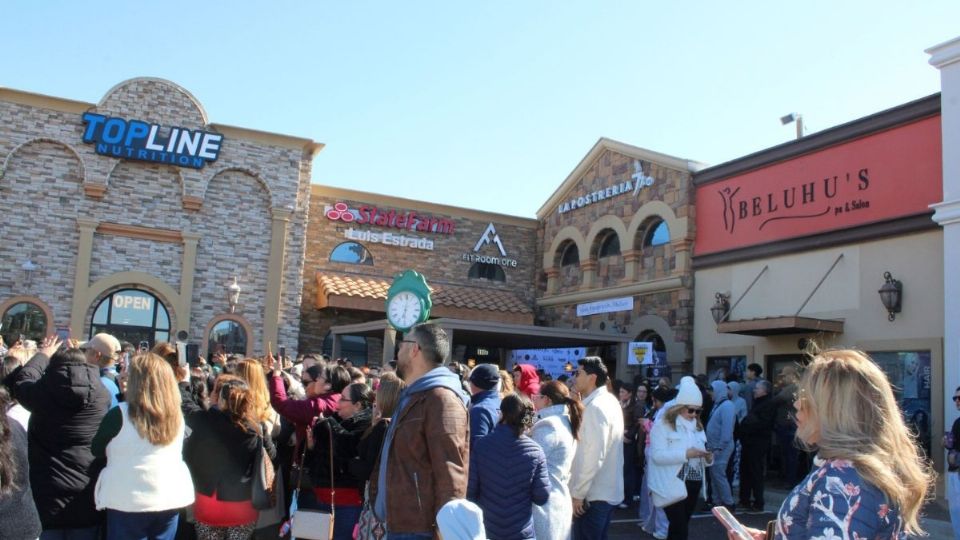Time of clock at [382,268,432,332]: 6:01
